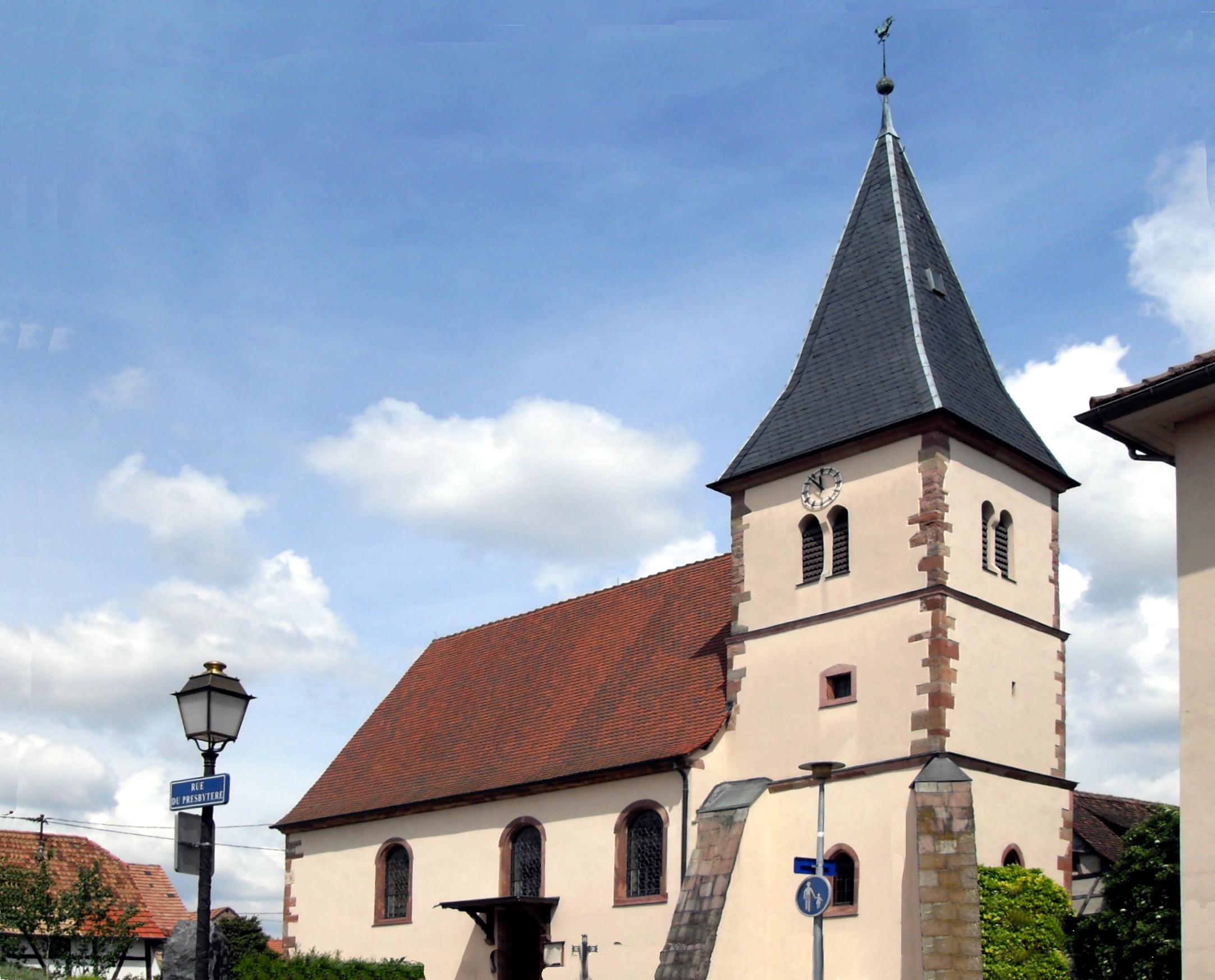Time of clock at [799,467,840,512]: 11:53
